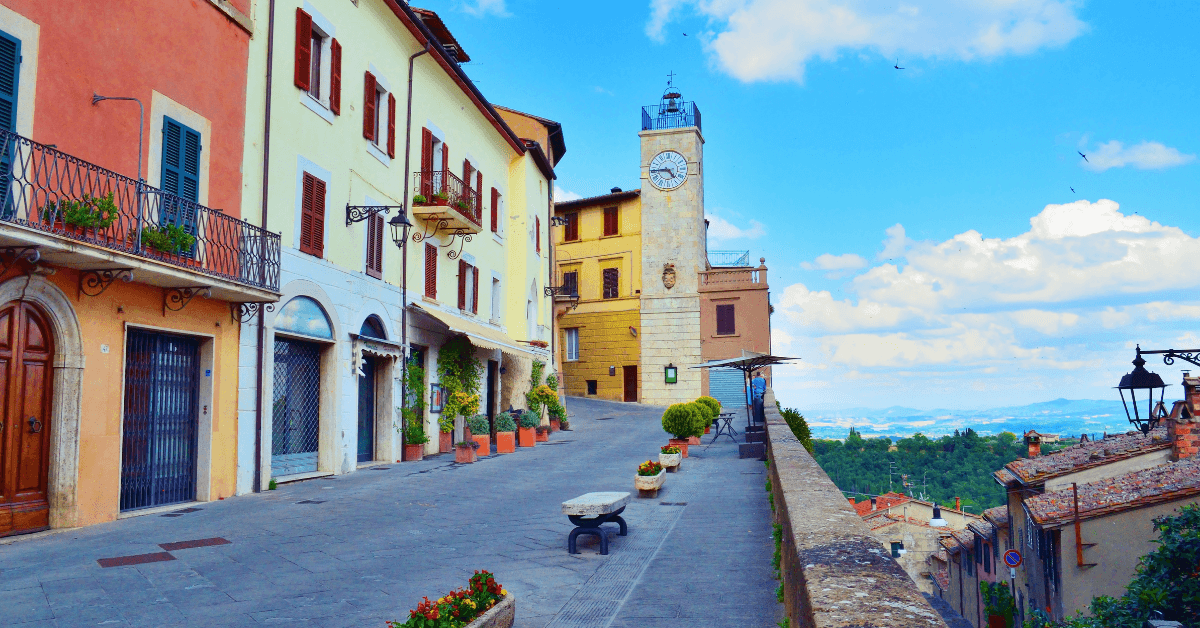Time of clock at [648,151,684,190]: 4:44
